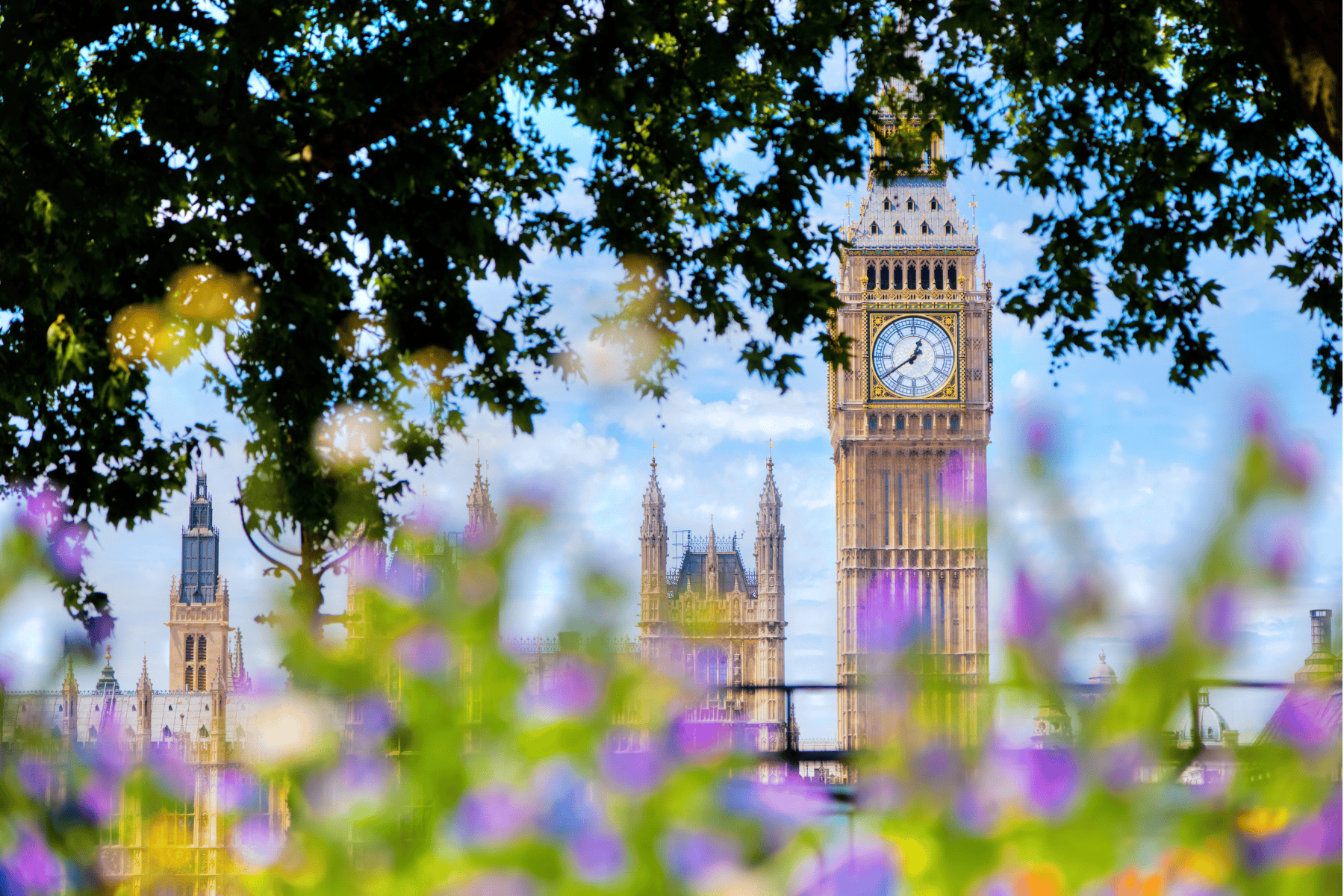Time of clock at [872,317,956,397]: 12:39
